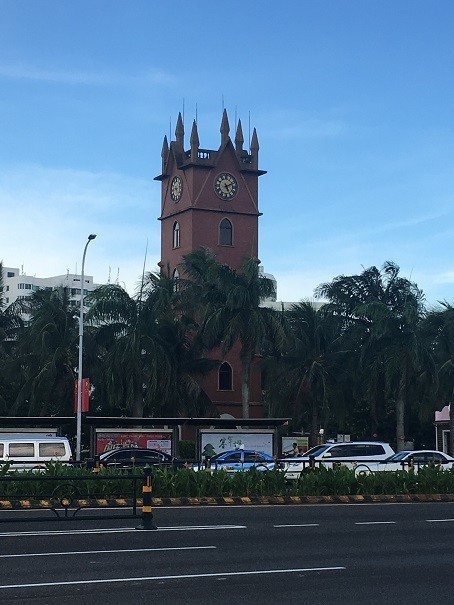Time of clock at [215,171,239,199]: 5:11
